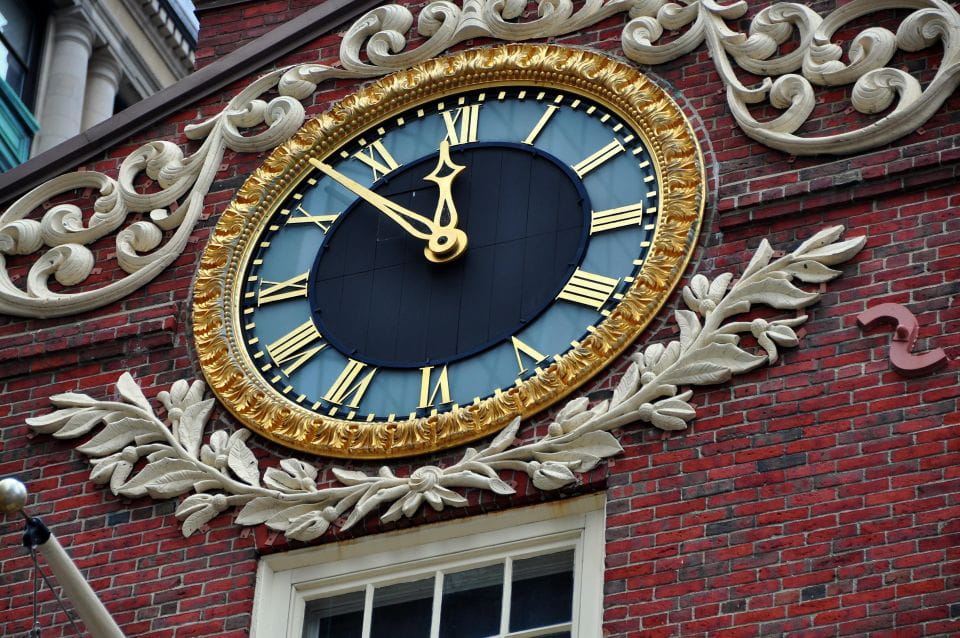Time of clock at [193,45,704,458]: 11:52
